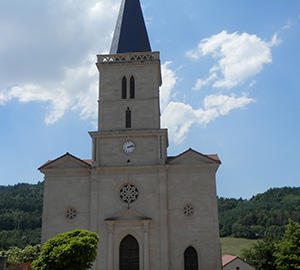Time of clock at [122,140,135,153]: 2:12
